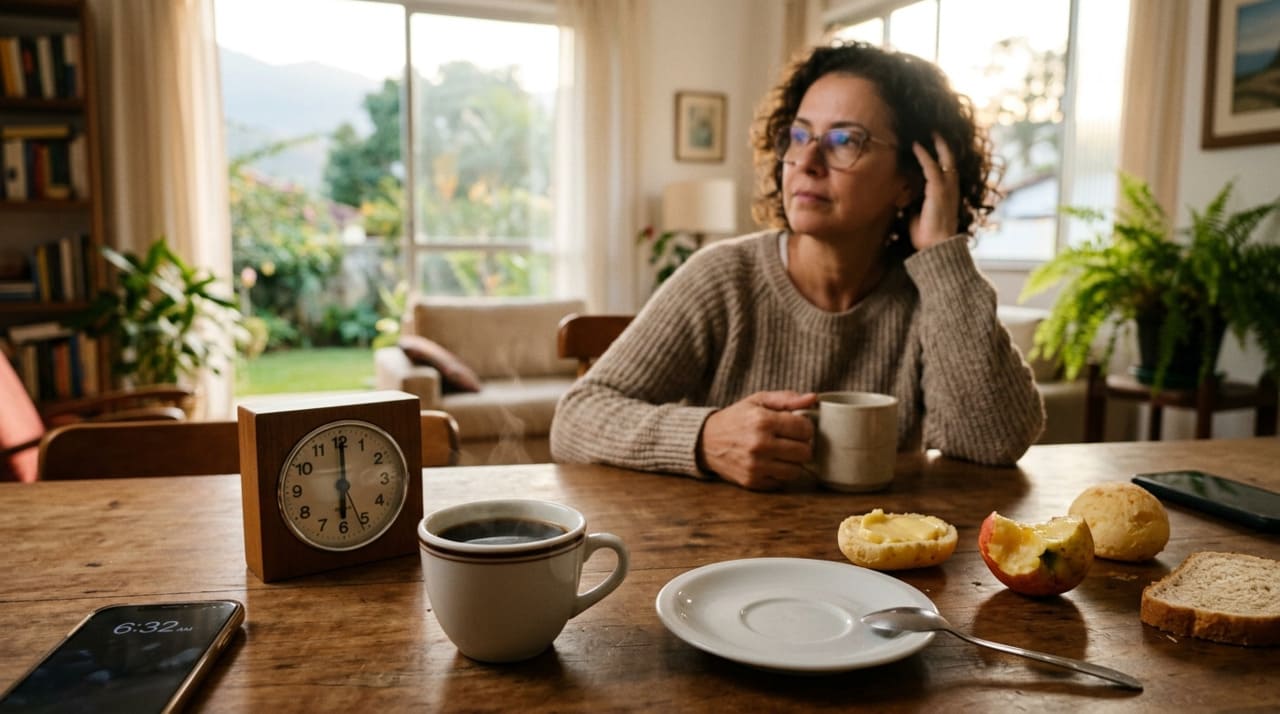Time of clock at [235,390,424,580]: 6:00
